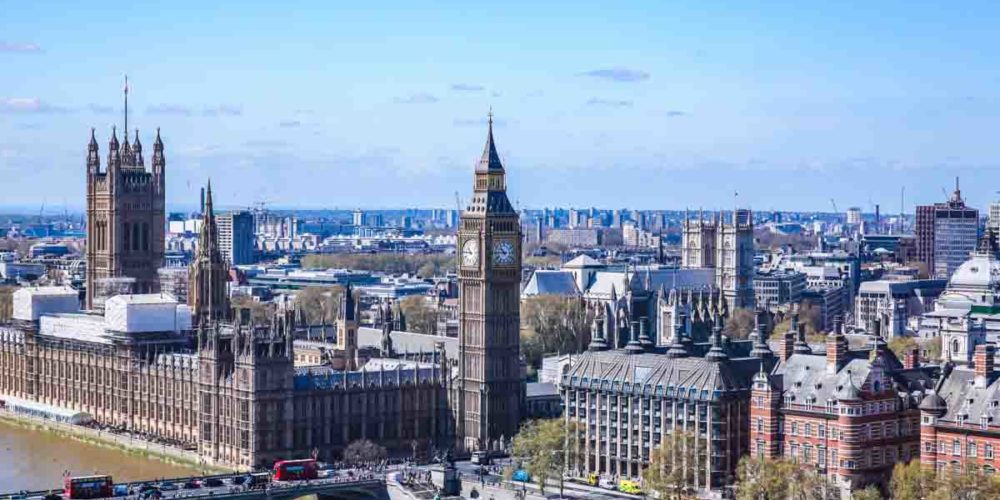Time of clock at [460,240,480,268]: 10:45
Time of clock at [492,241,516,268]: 10:45
